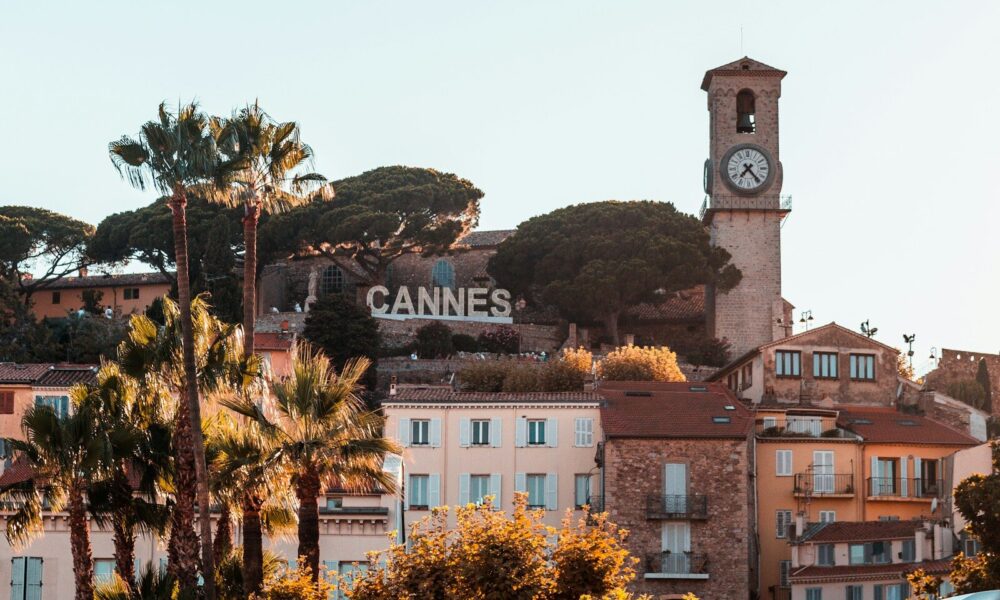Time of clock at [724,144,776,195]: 7:23
